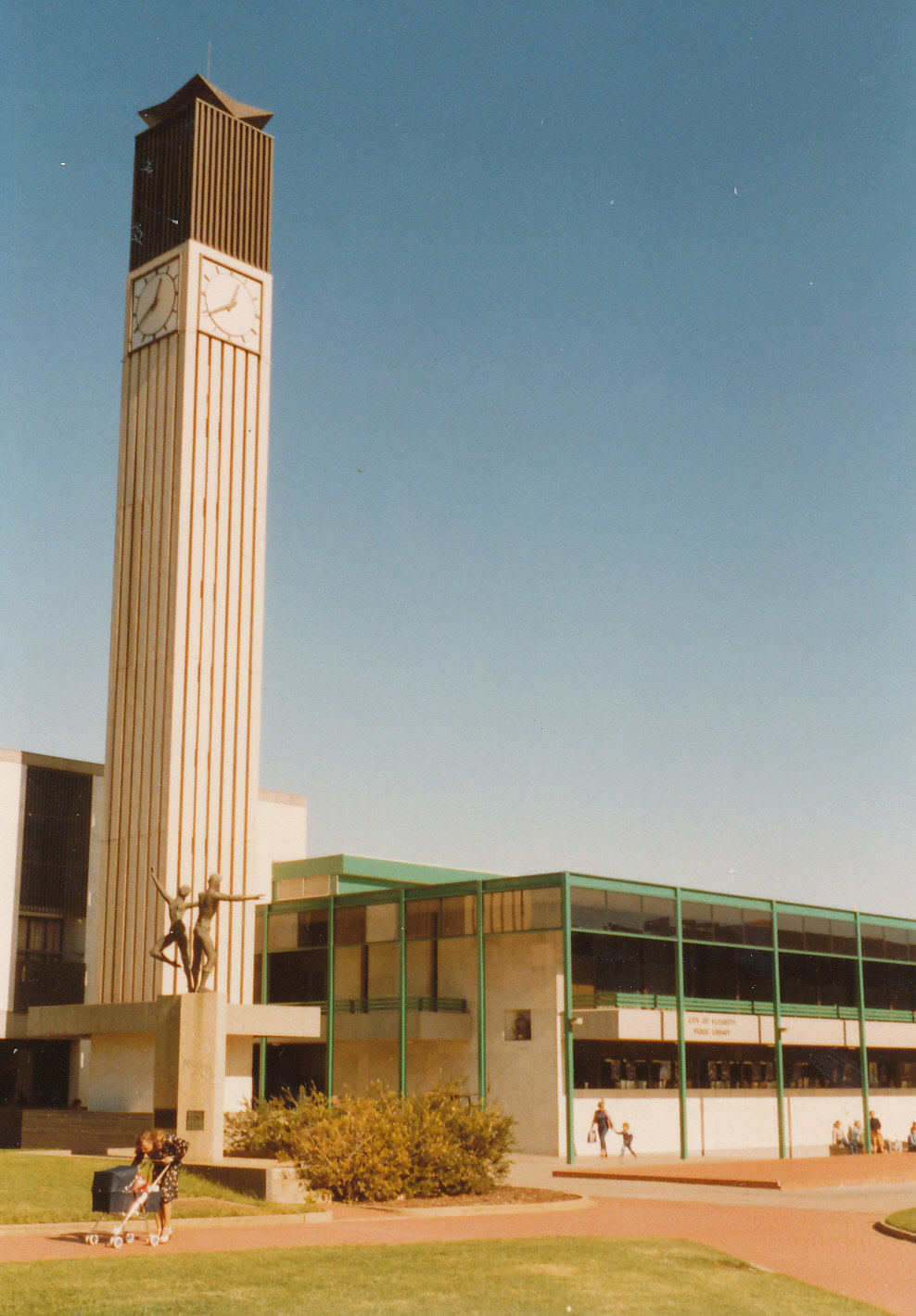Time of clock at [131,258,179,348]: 12:40
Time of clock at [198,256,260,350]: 12:39
